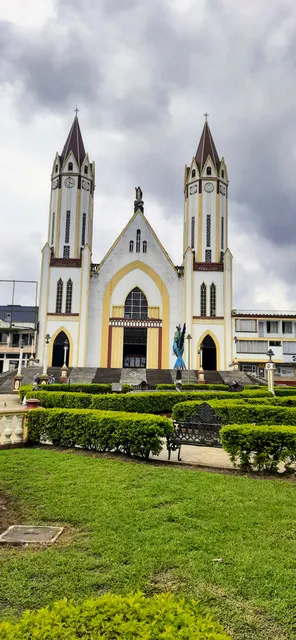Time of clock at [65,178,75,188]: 3:32
